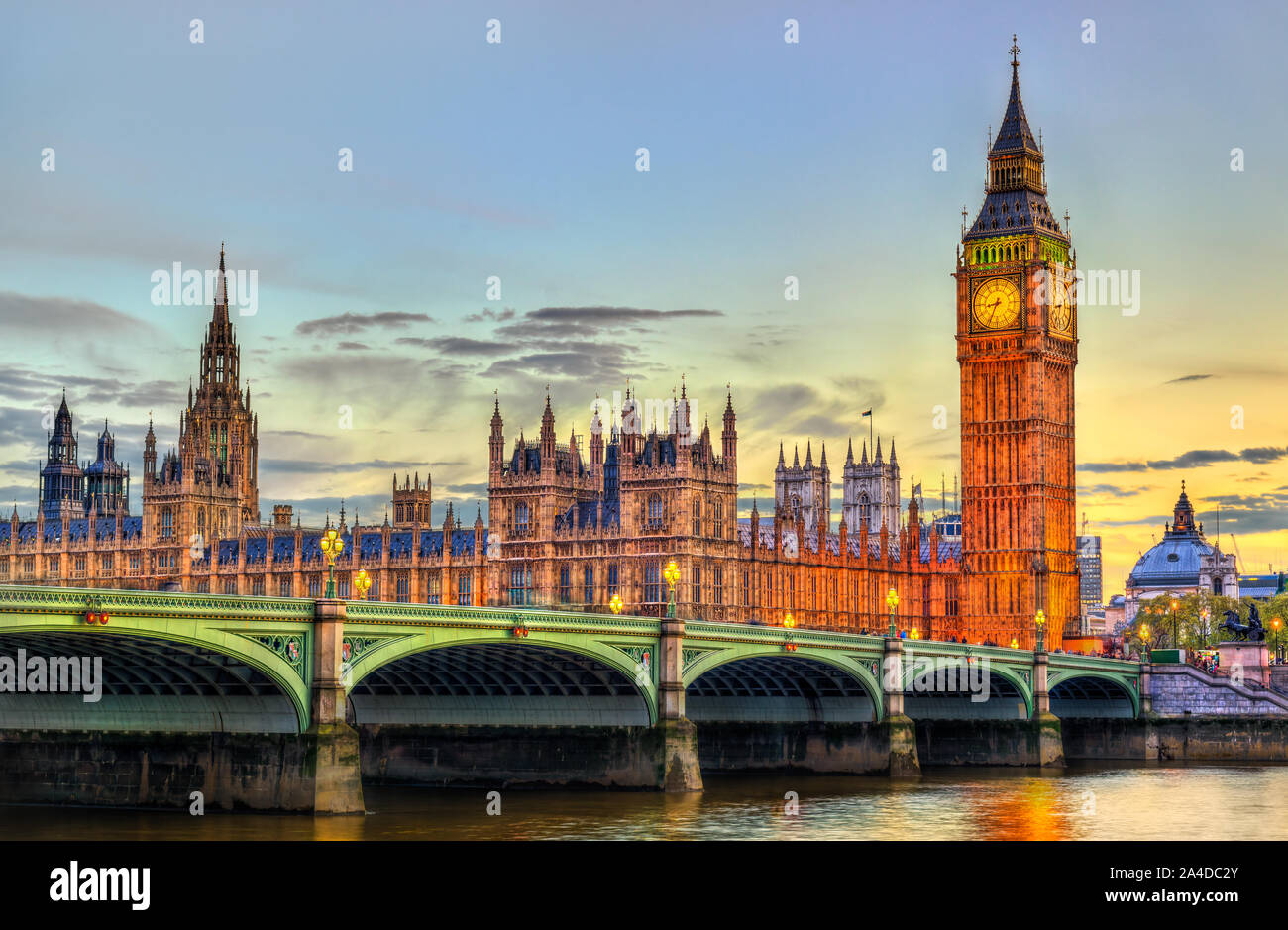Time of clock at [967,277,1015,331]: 8:34
